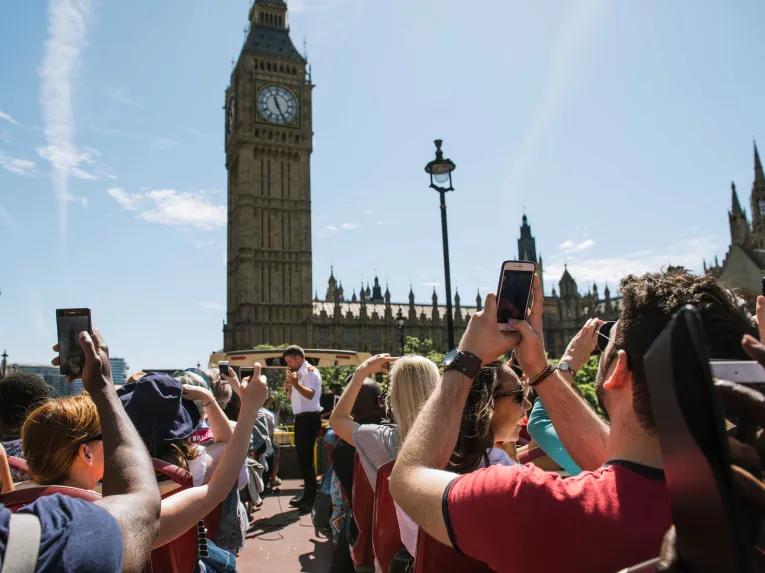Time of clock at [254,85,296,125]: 11:25
